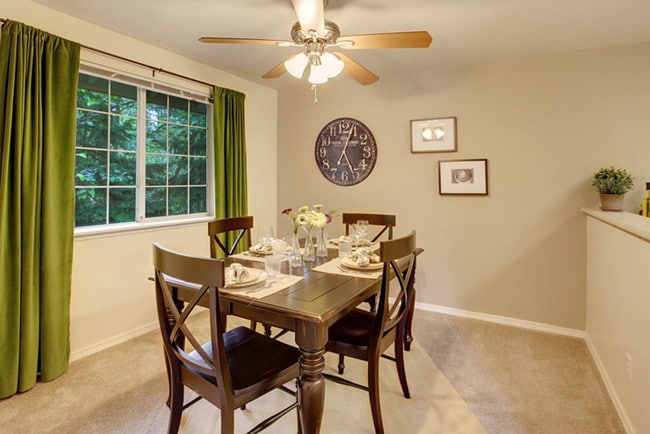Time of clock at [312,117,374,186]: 5:04
